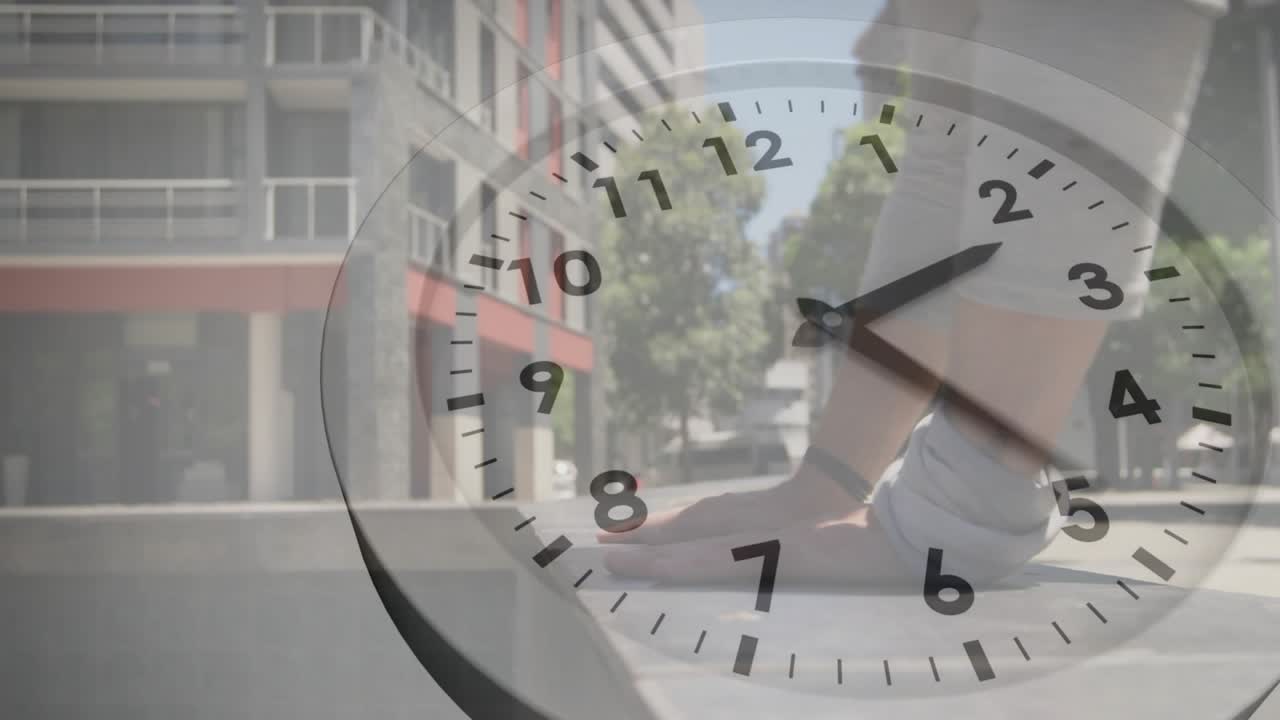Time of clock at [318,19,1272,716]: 2:24
